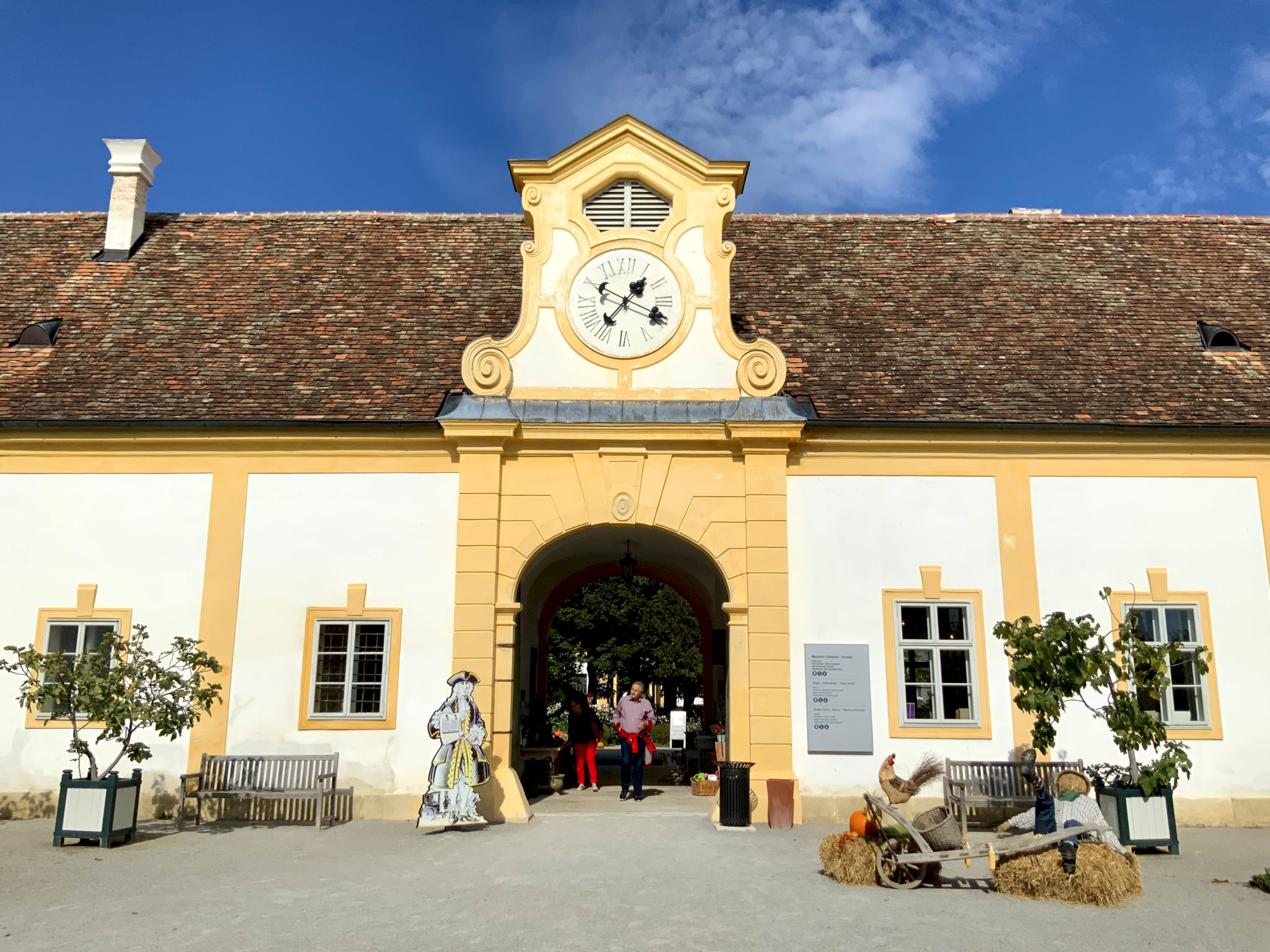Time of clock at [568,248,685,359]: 1:18
